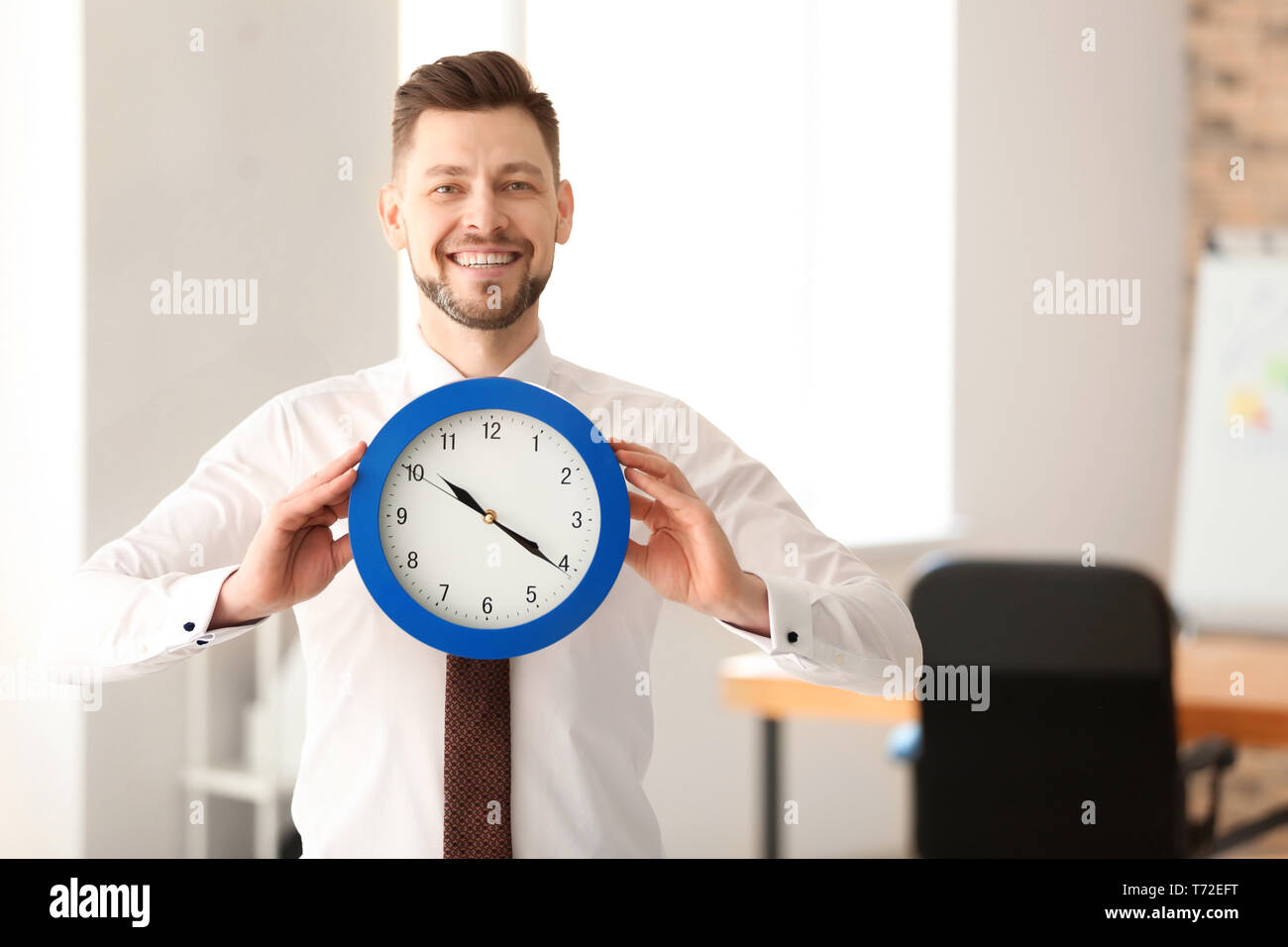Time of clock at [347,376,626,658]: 10:20
